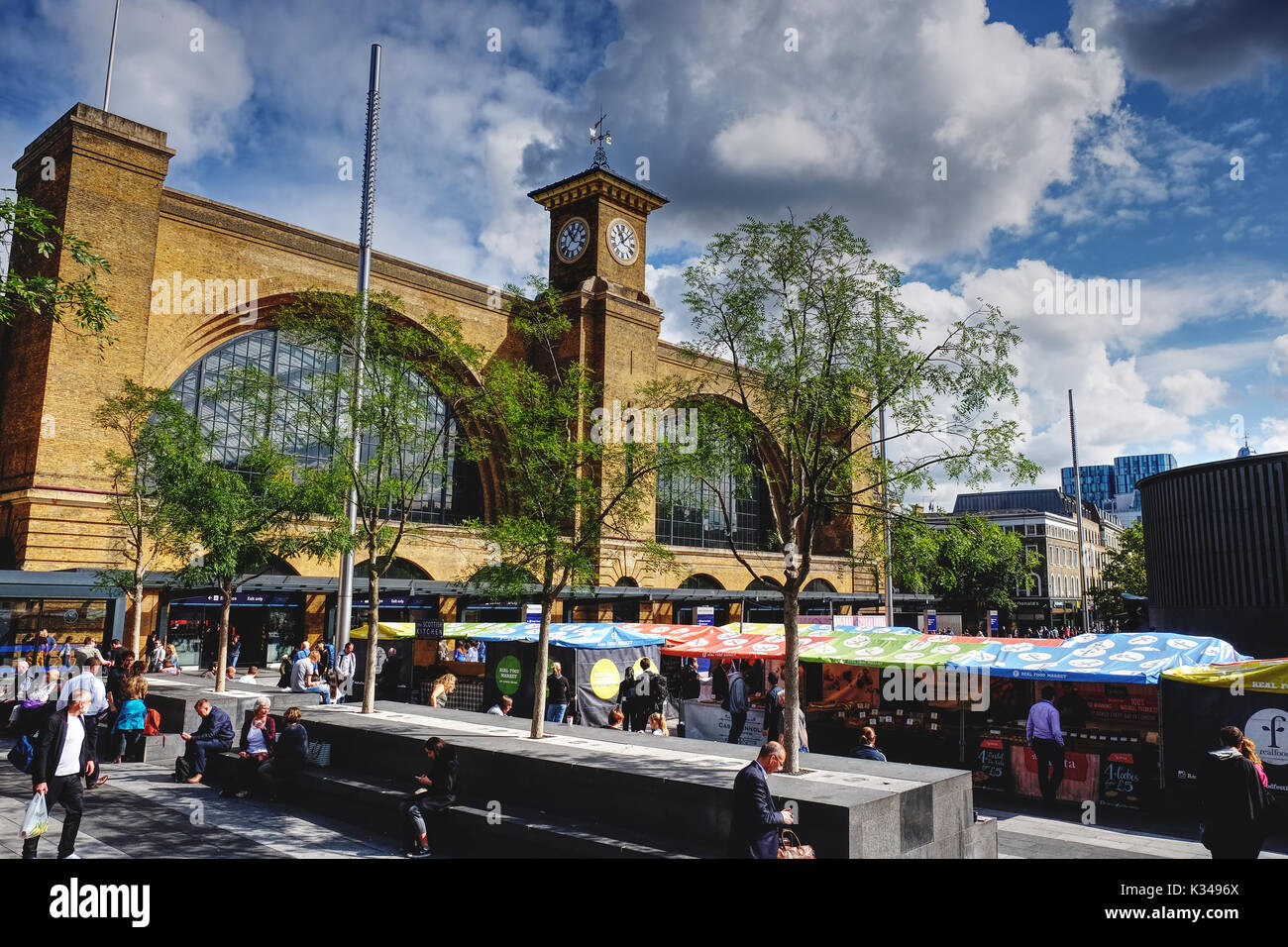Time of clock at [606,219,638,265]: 11:07
